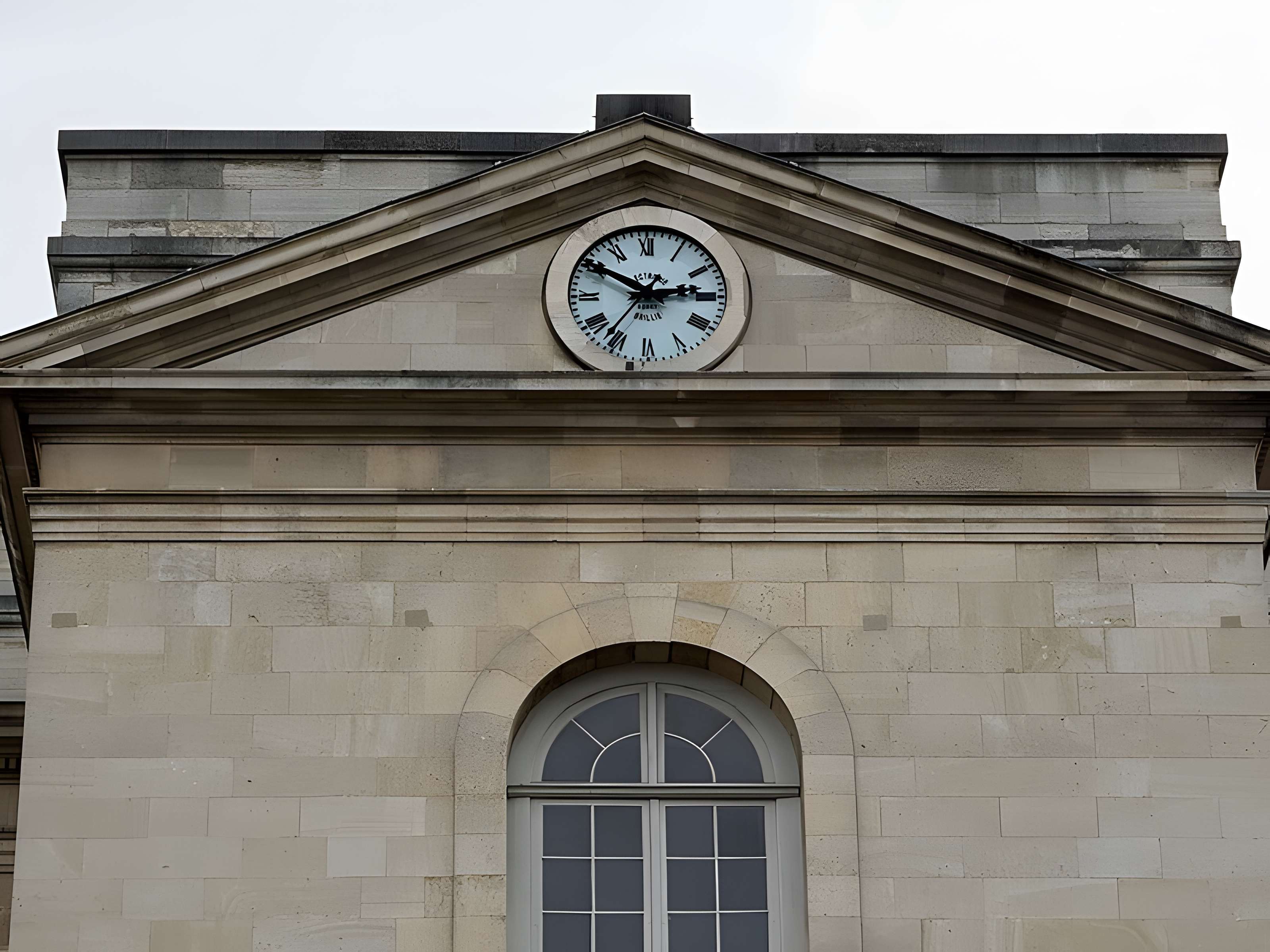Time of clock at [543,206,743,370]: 2:50
